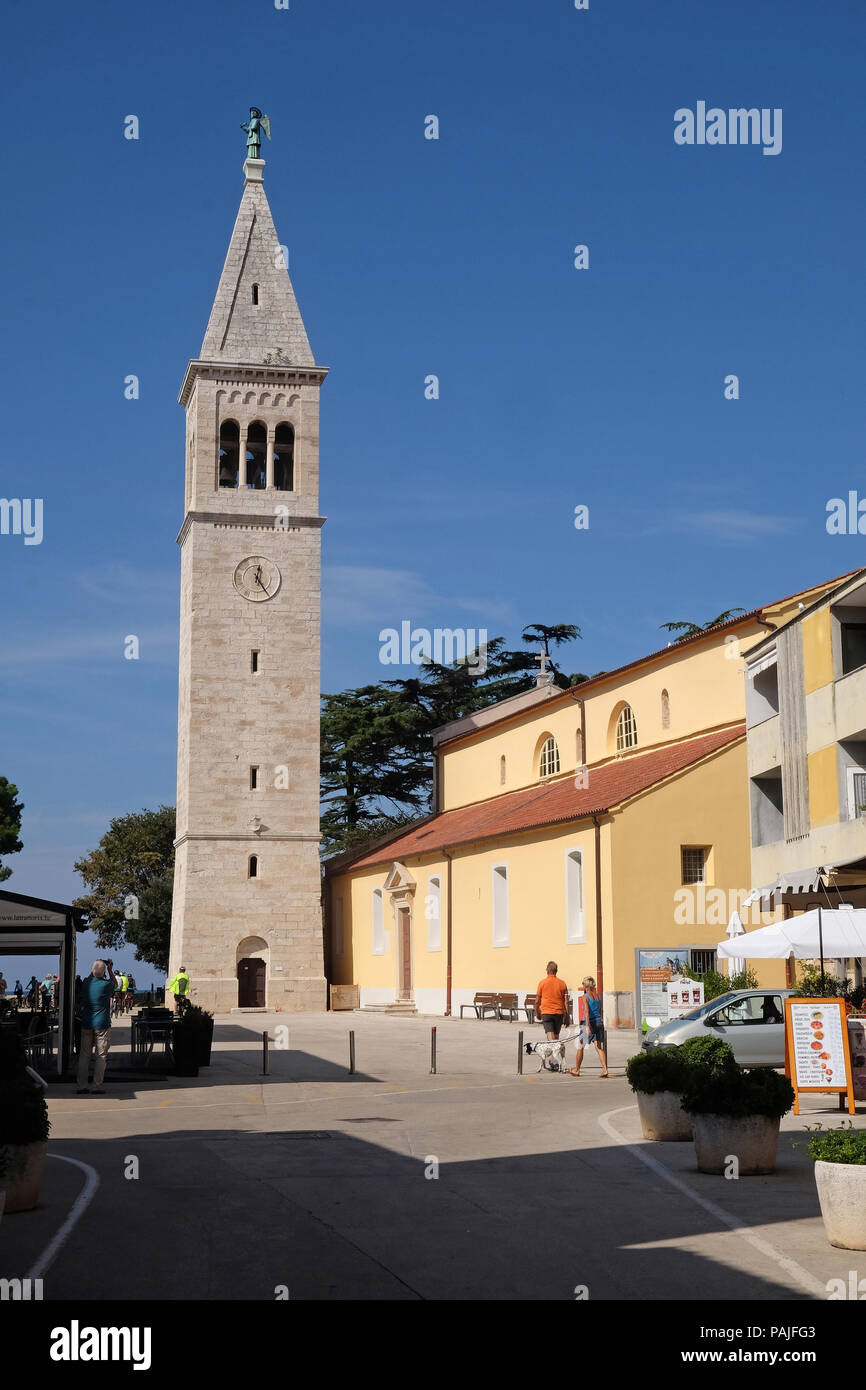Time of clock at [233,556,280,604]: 12:24
